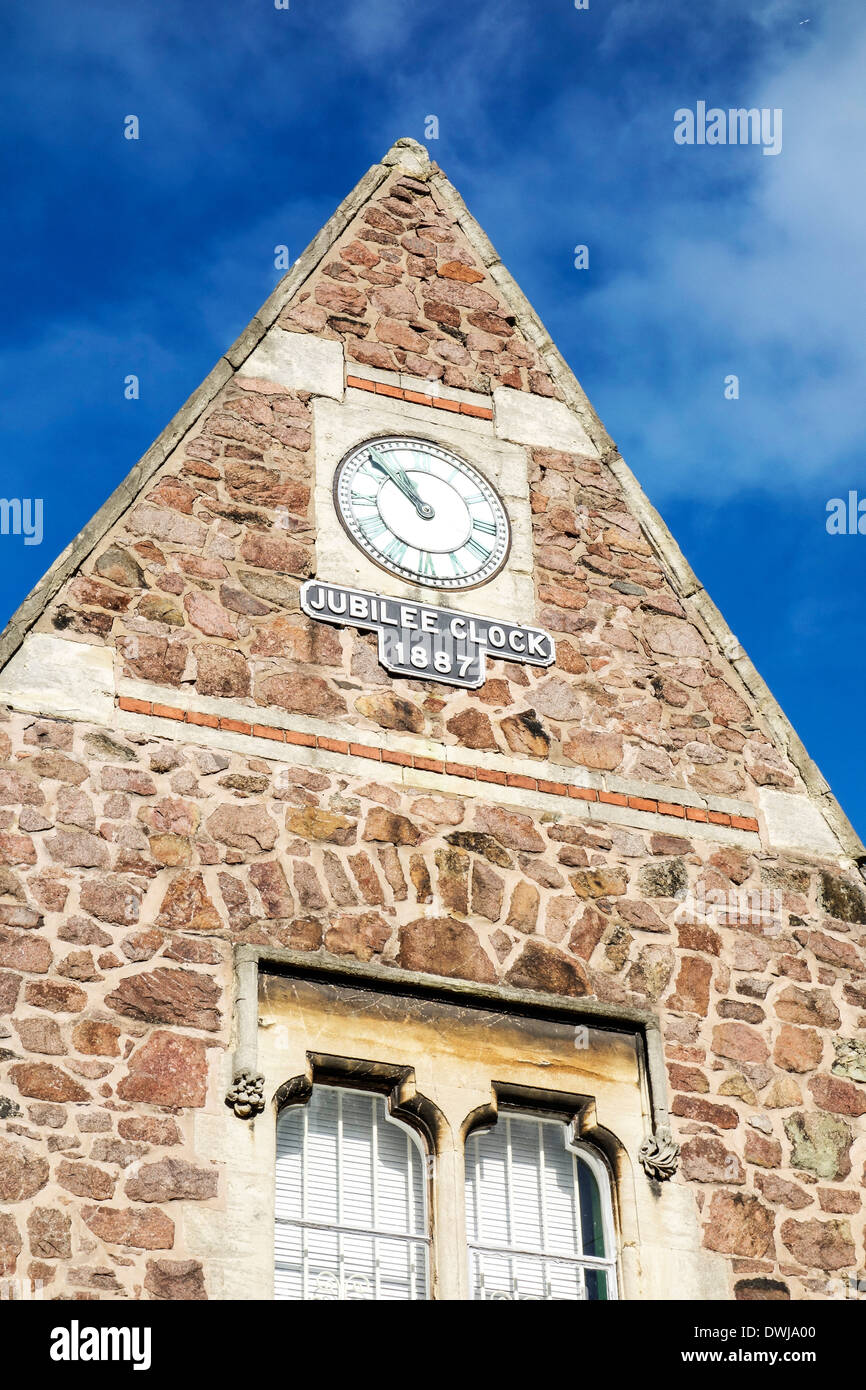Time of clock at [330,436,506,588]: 10:52
